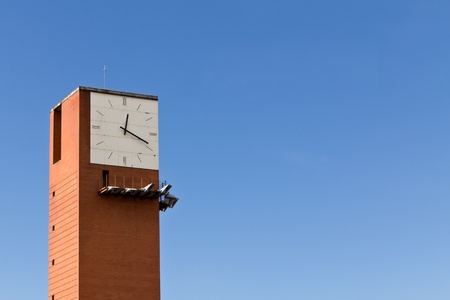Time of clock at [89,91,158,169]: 12:18
